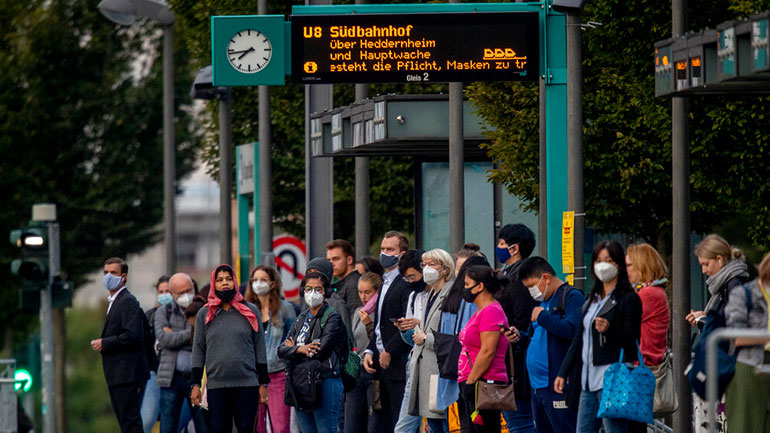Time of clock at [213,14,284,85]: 7:43
